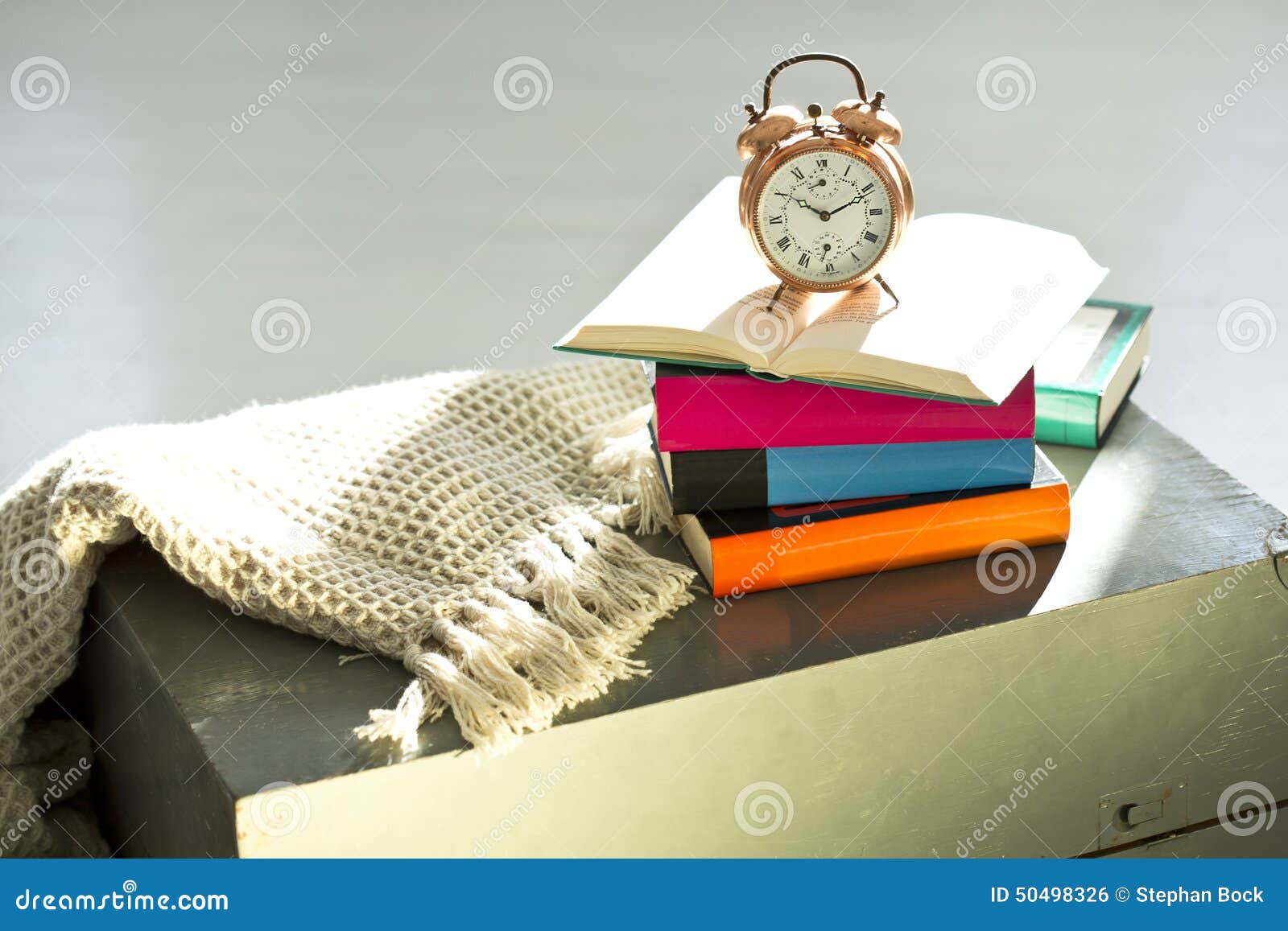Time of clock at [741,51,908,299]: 10:10
